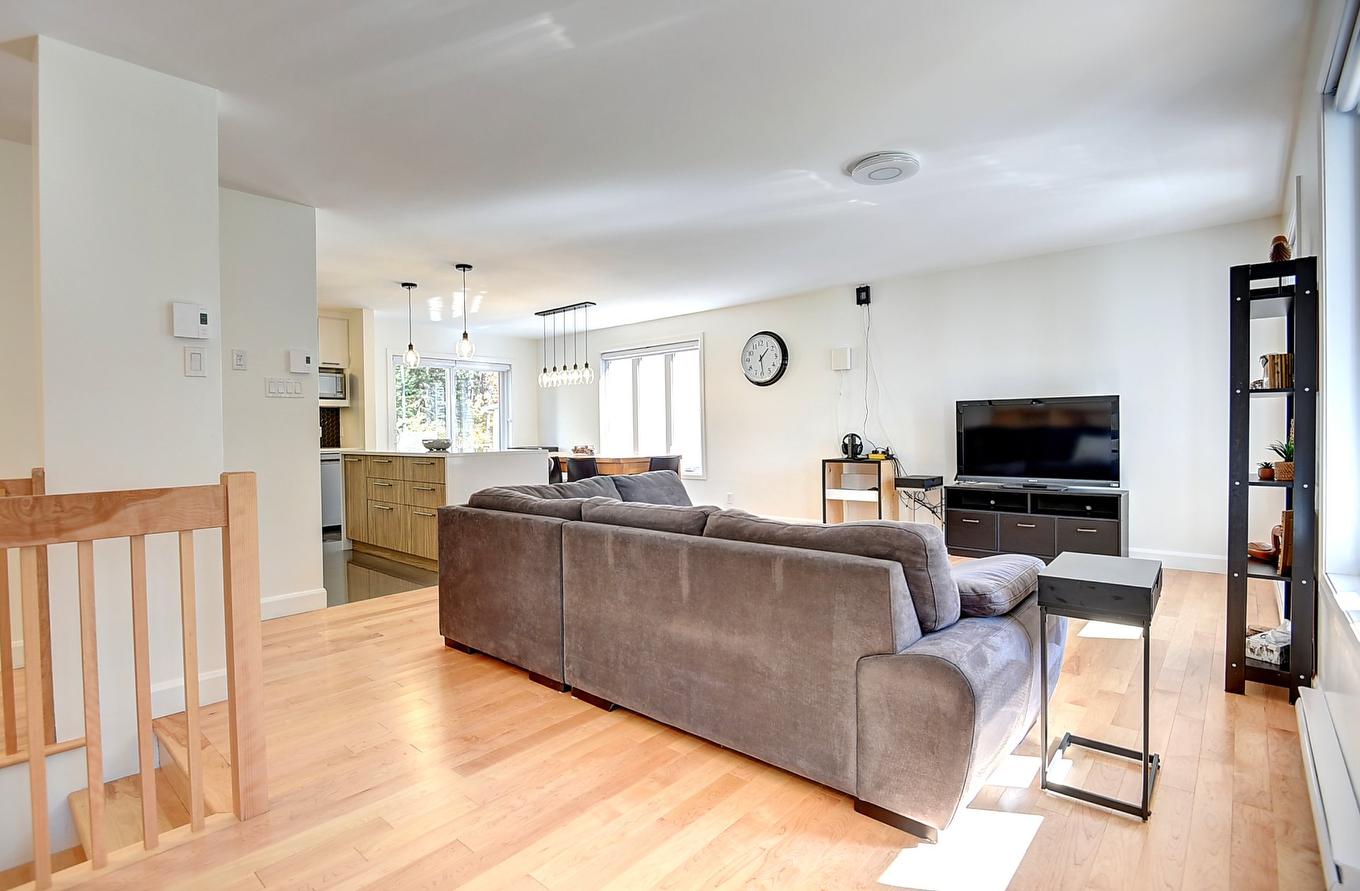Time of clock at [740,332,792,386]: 1:29
